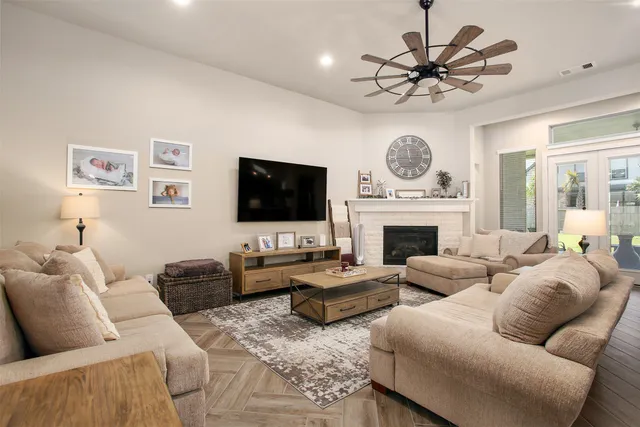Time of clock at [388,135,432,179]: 11:44
